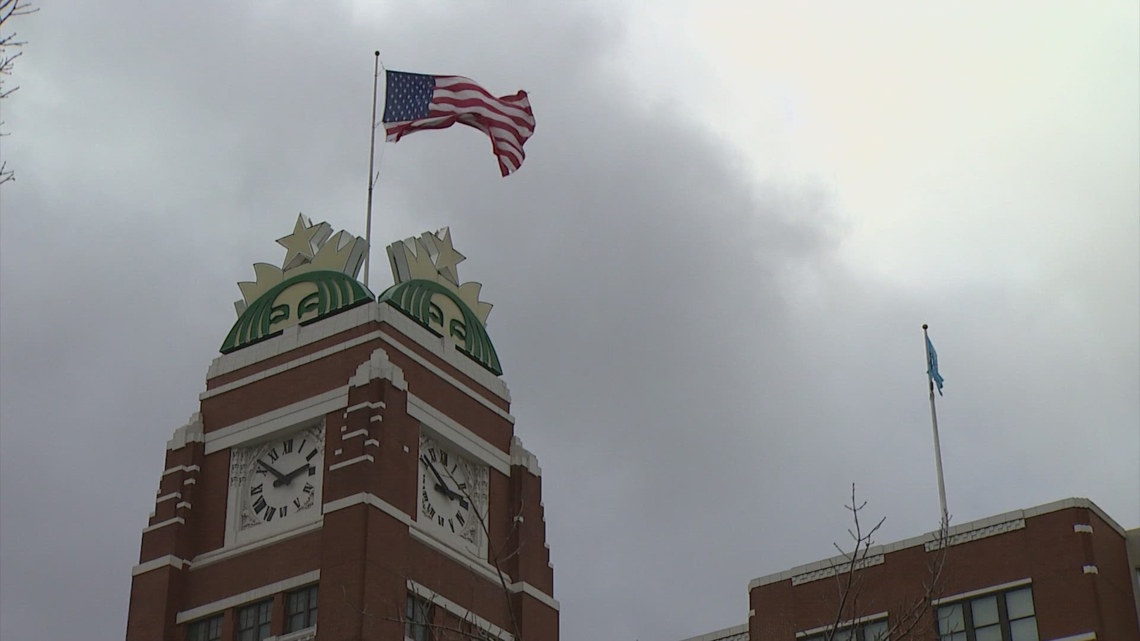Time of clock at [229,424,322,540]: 2:52
